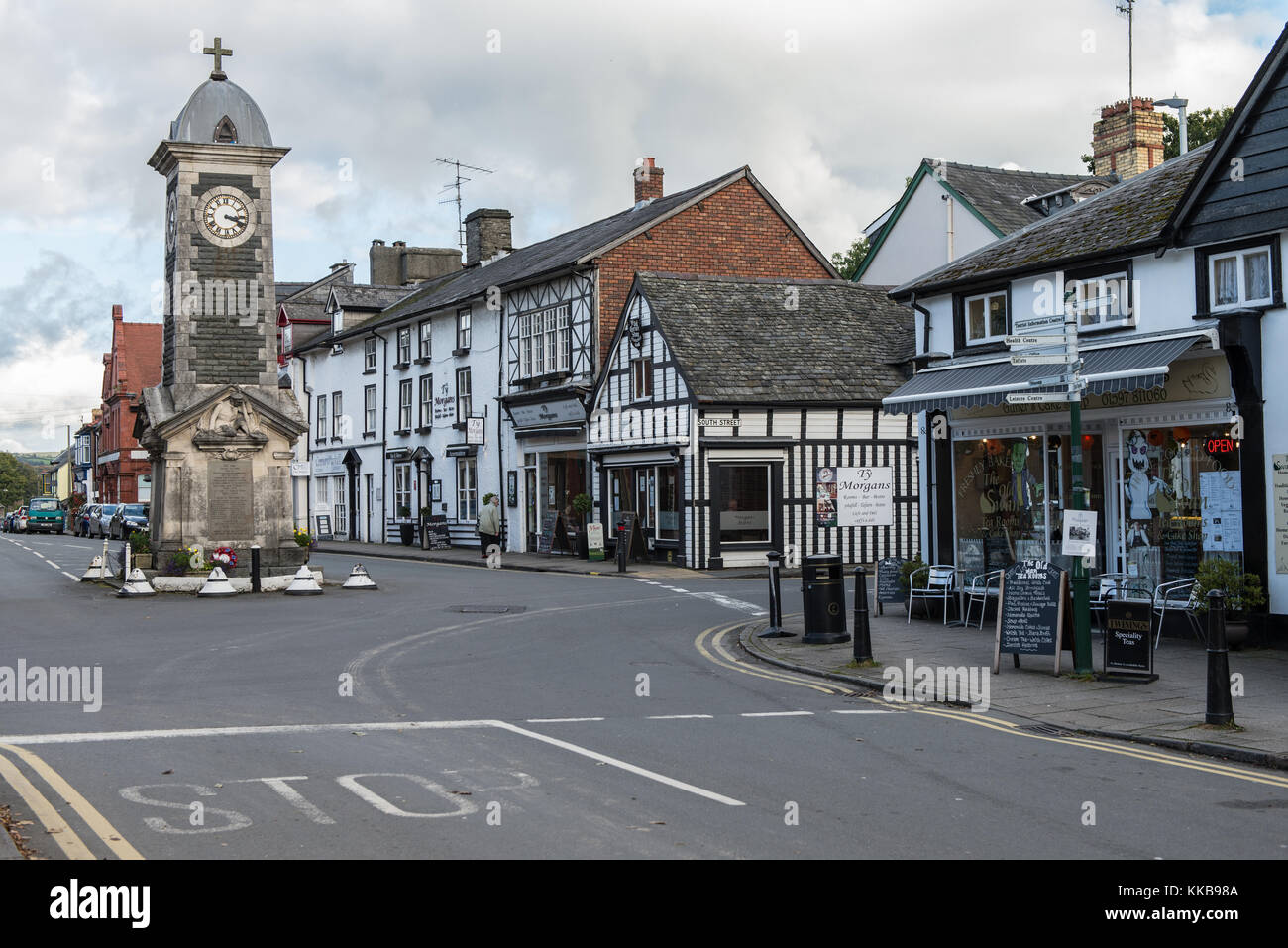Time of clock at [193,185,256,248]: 3:18
